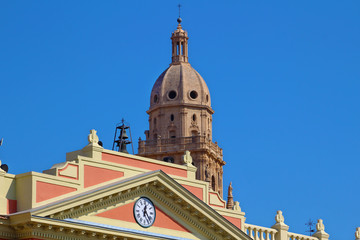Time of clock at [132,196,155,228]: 12:23
